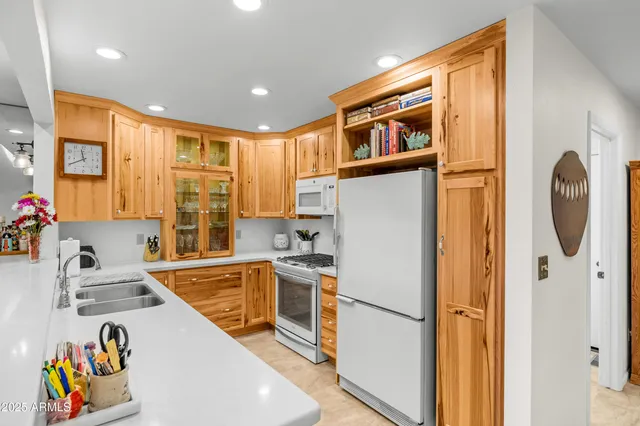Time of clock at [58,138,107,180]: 11:40
